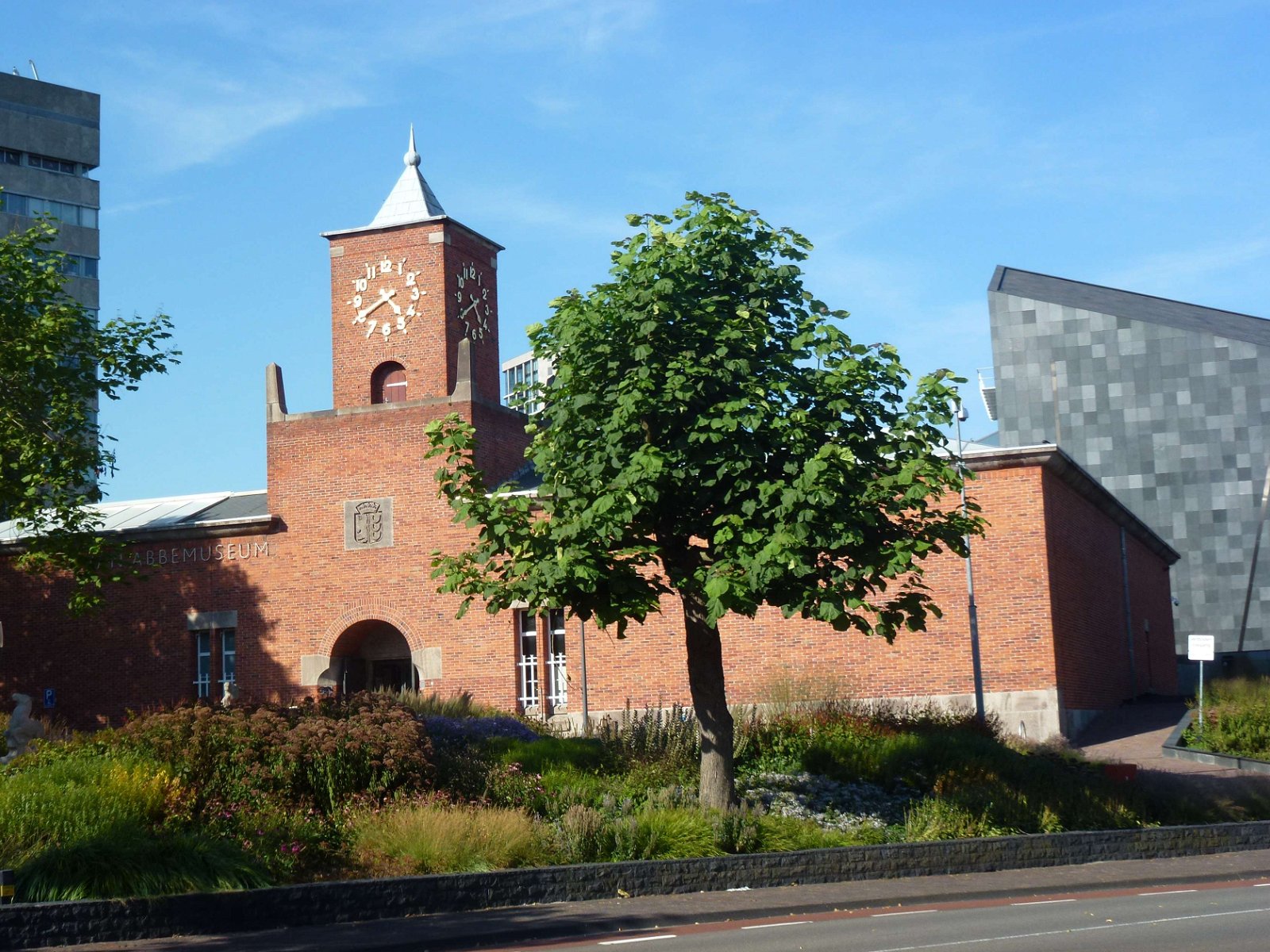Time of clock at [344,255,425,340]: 4:40
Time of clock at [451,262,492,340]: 4:40
